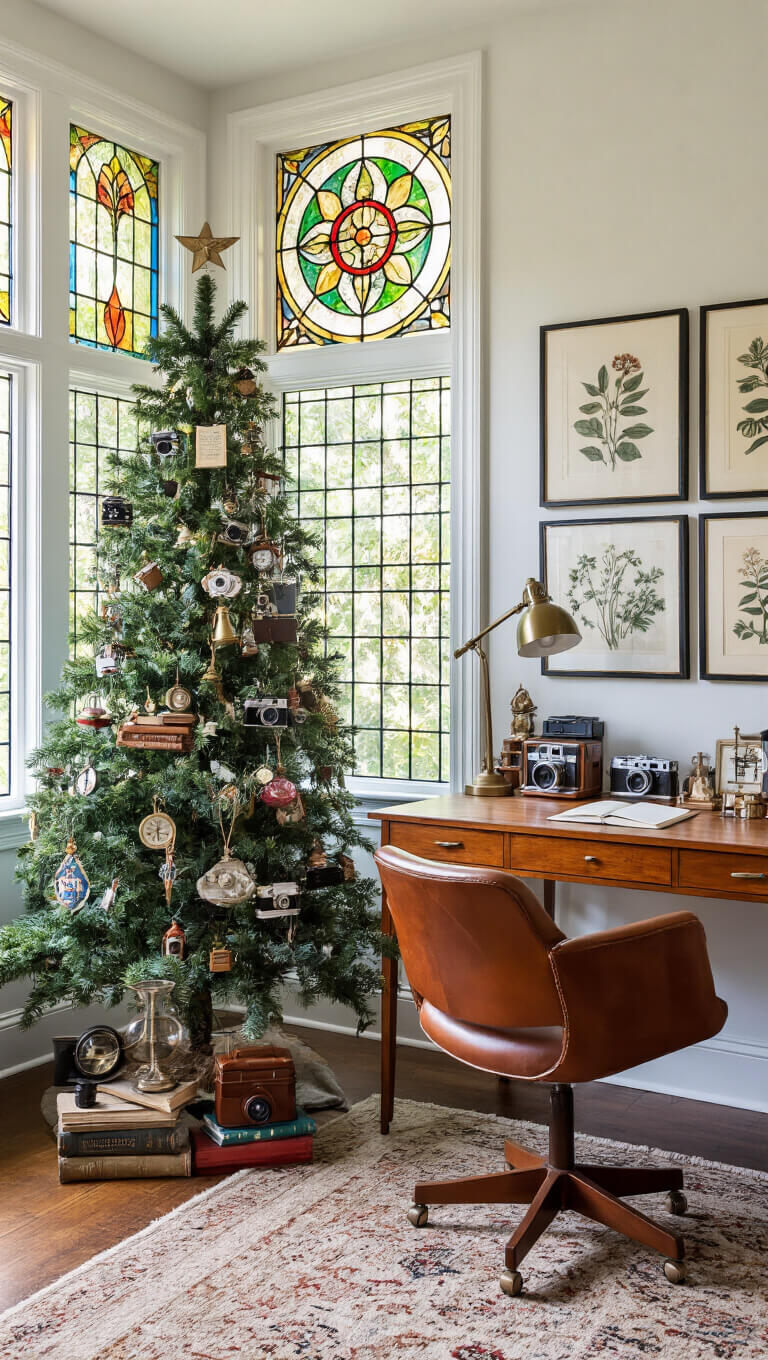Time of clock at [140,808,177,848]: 12:28
